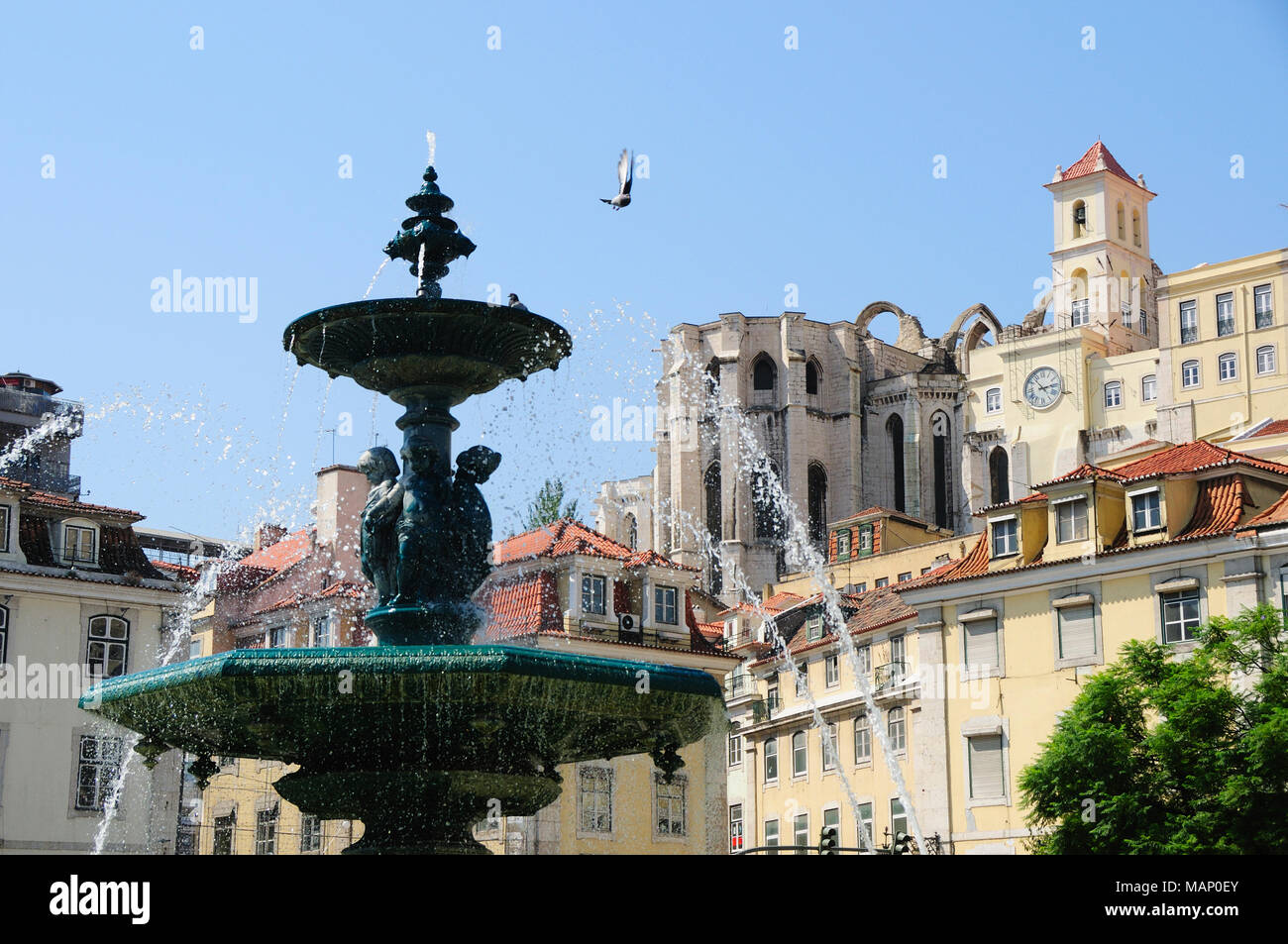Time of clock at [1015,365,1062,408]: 2:53
